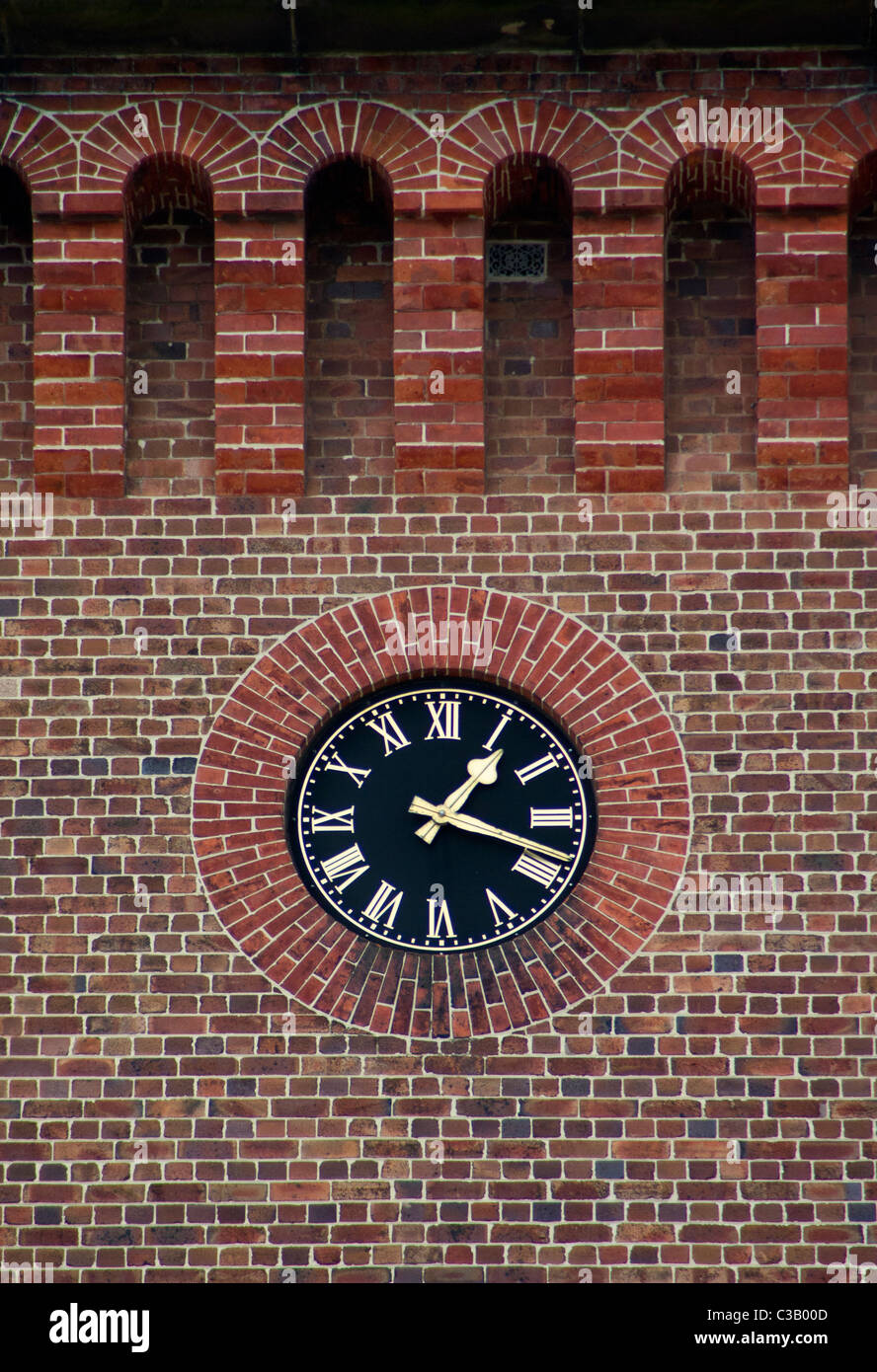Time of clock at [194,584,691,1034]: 1:18
